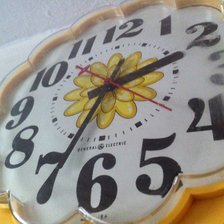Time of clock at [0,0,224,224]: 2:34
